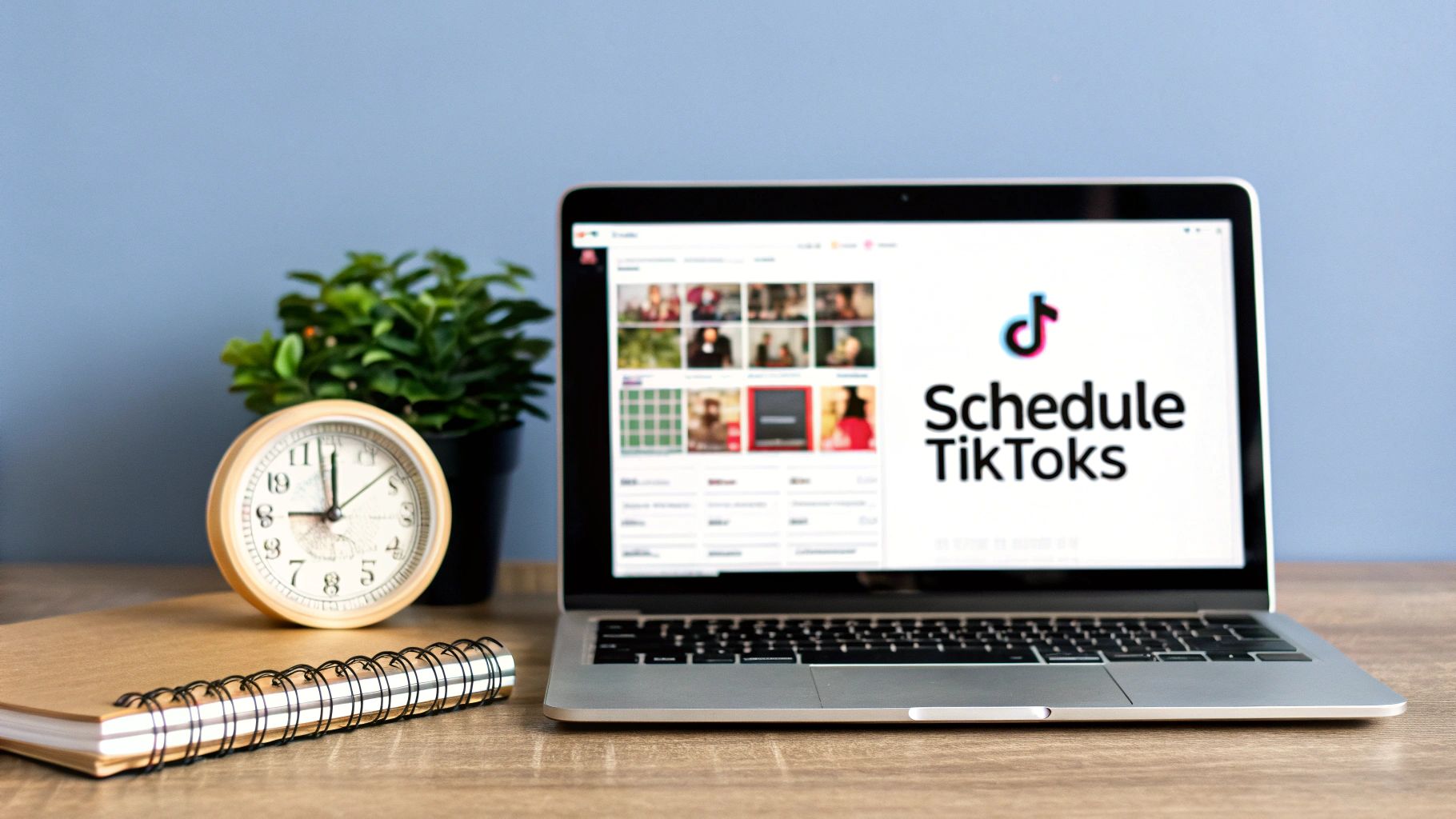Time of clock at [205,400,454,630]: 9:00
